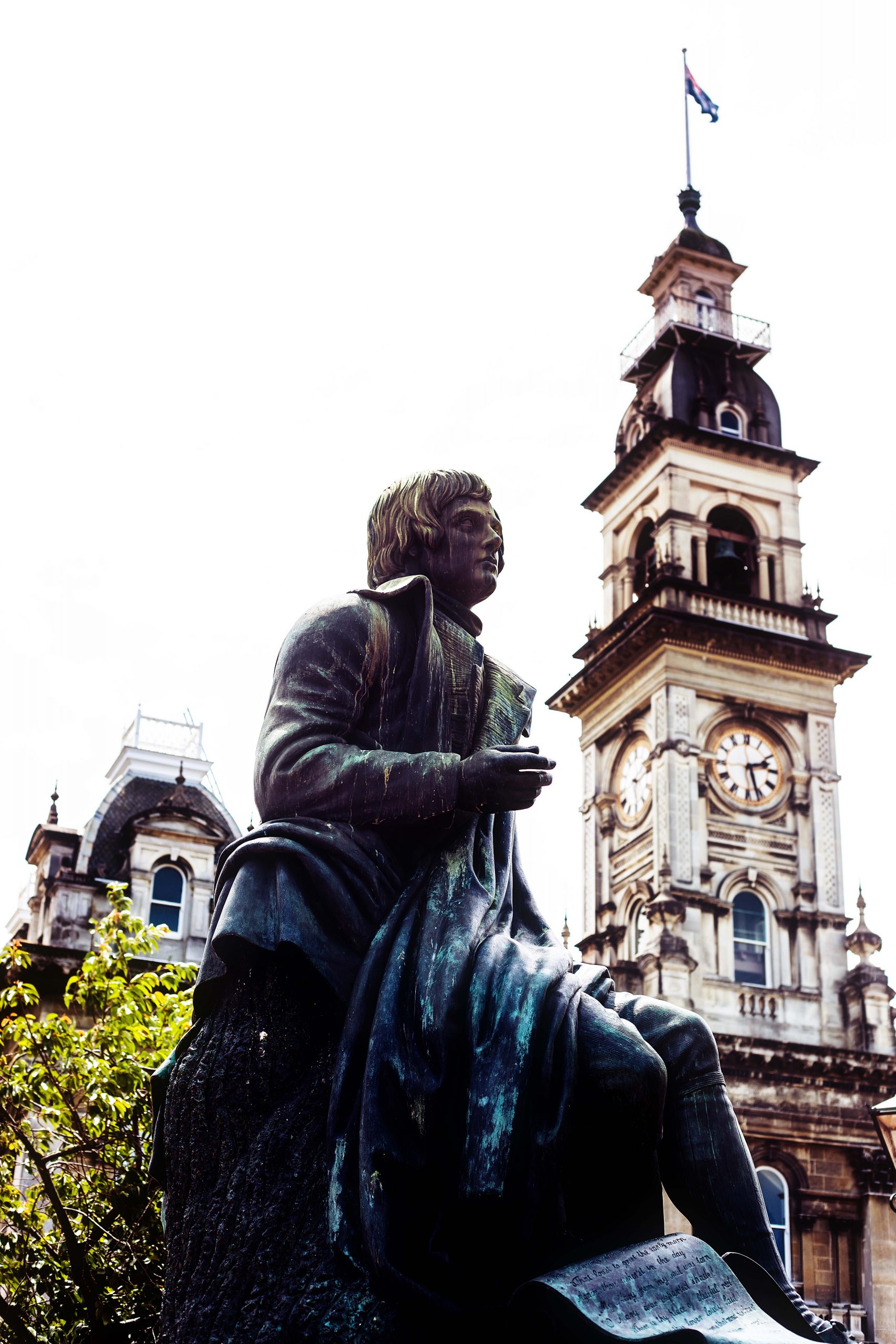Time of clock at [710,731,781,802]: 2:26
